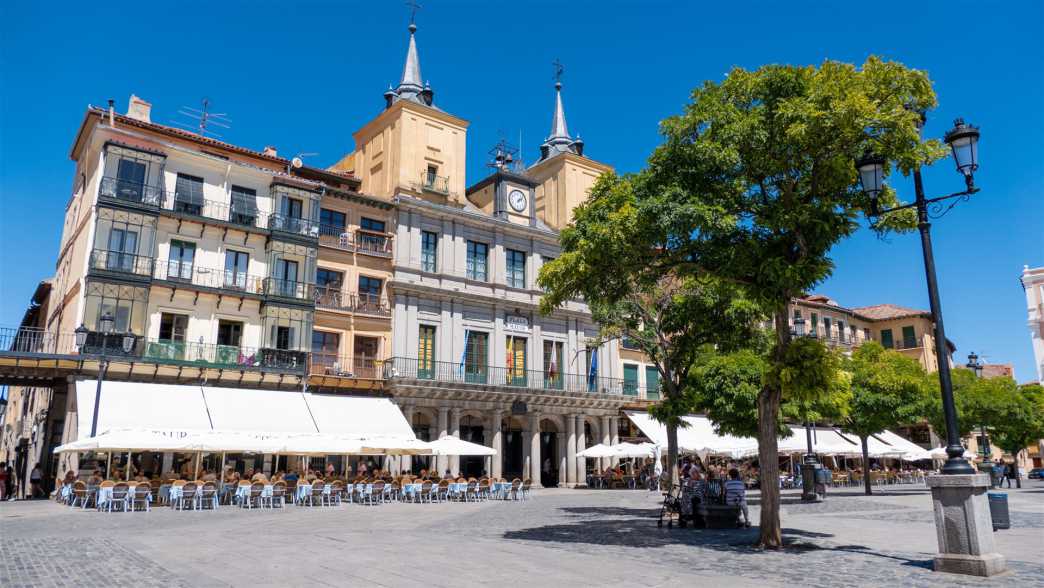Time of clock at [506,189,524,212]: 2:06
